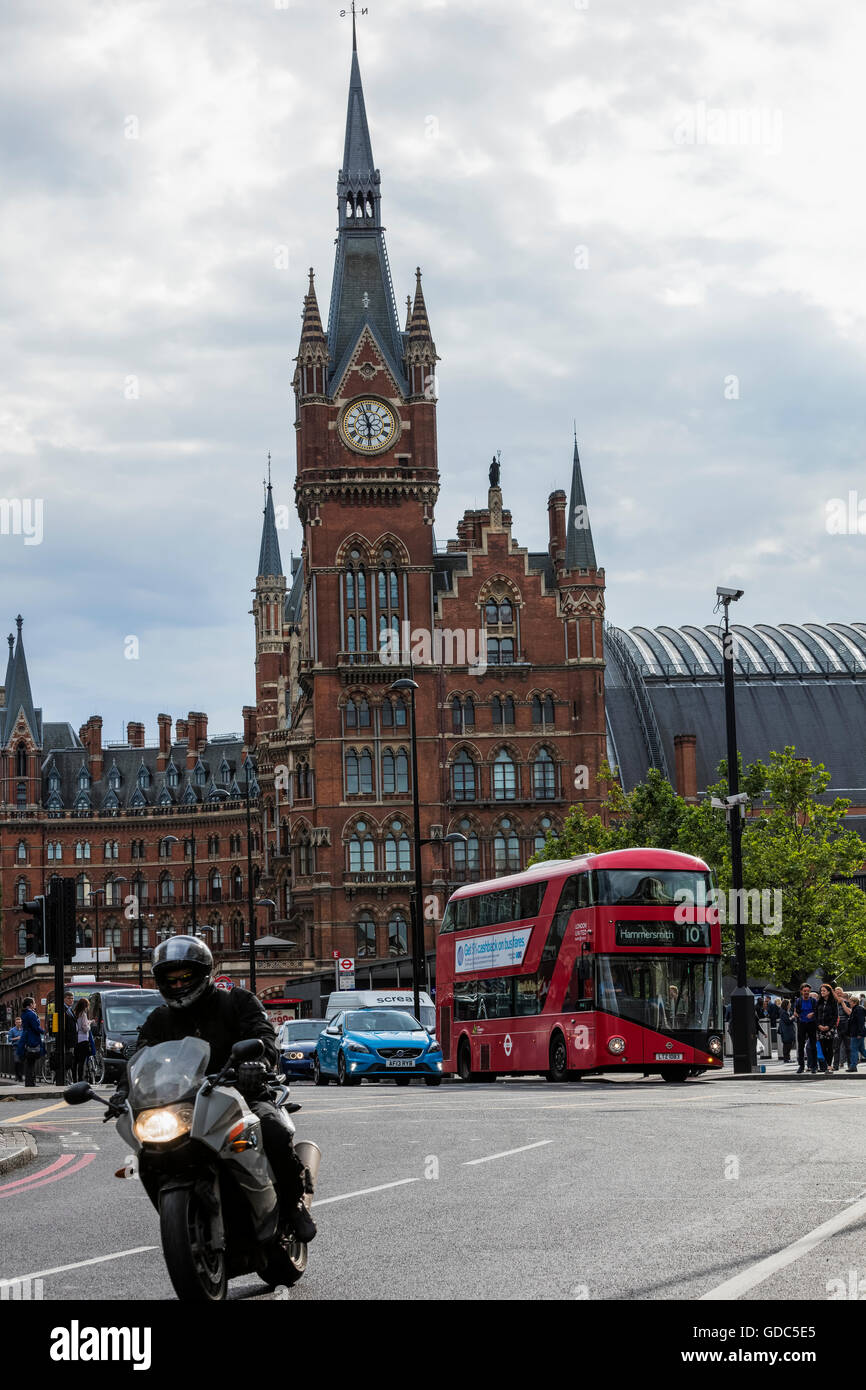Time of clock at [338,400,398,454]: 5:57
